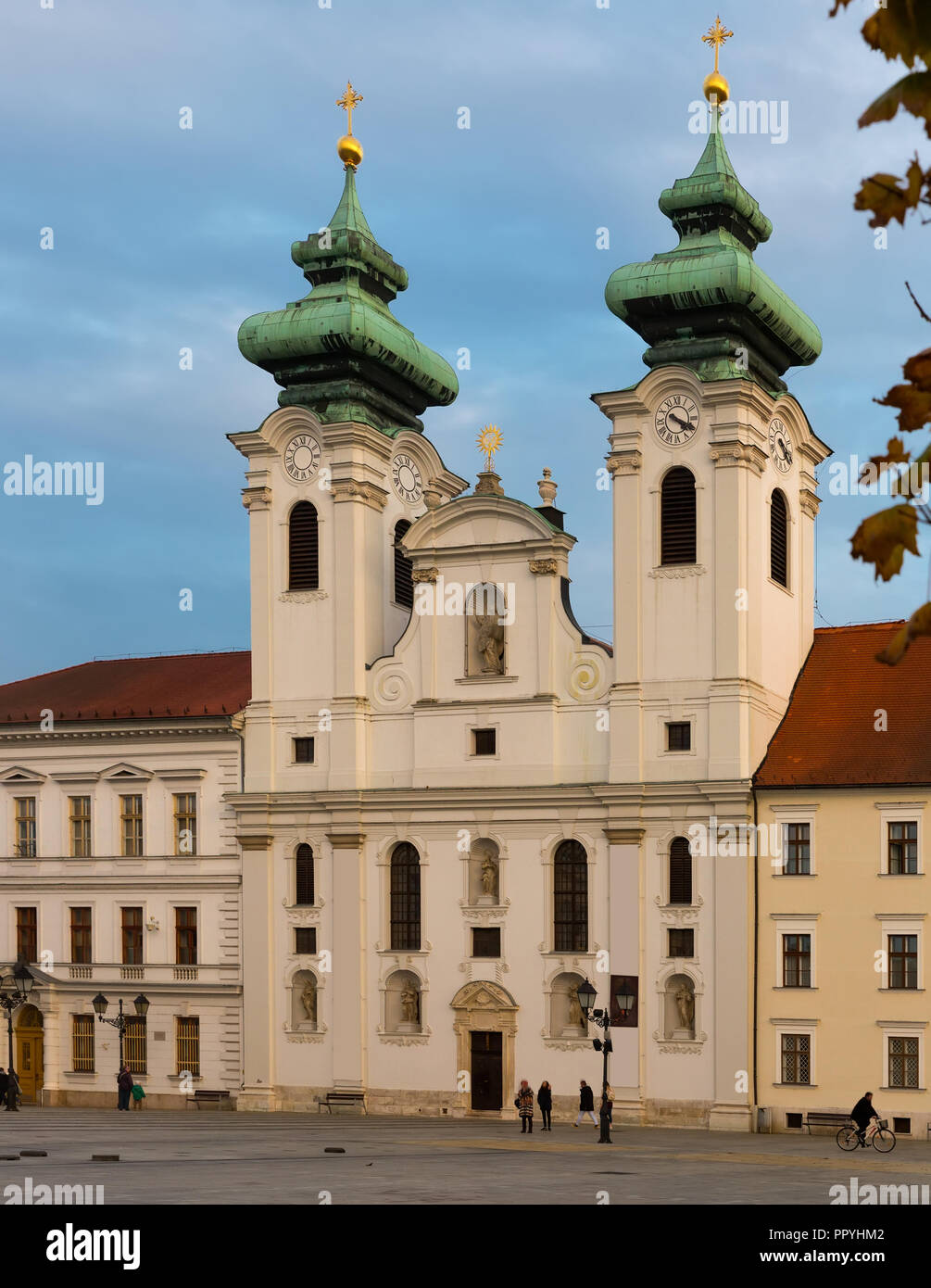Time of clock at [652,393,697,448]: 4:19
